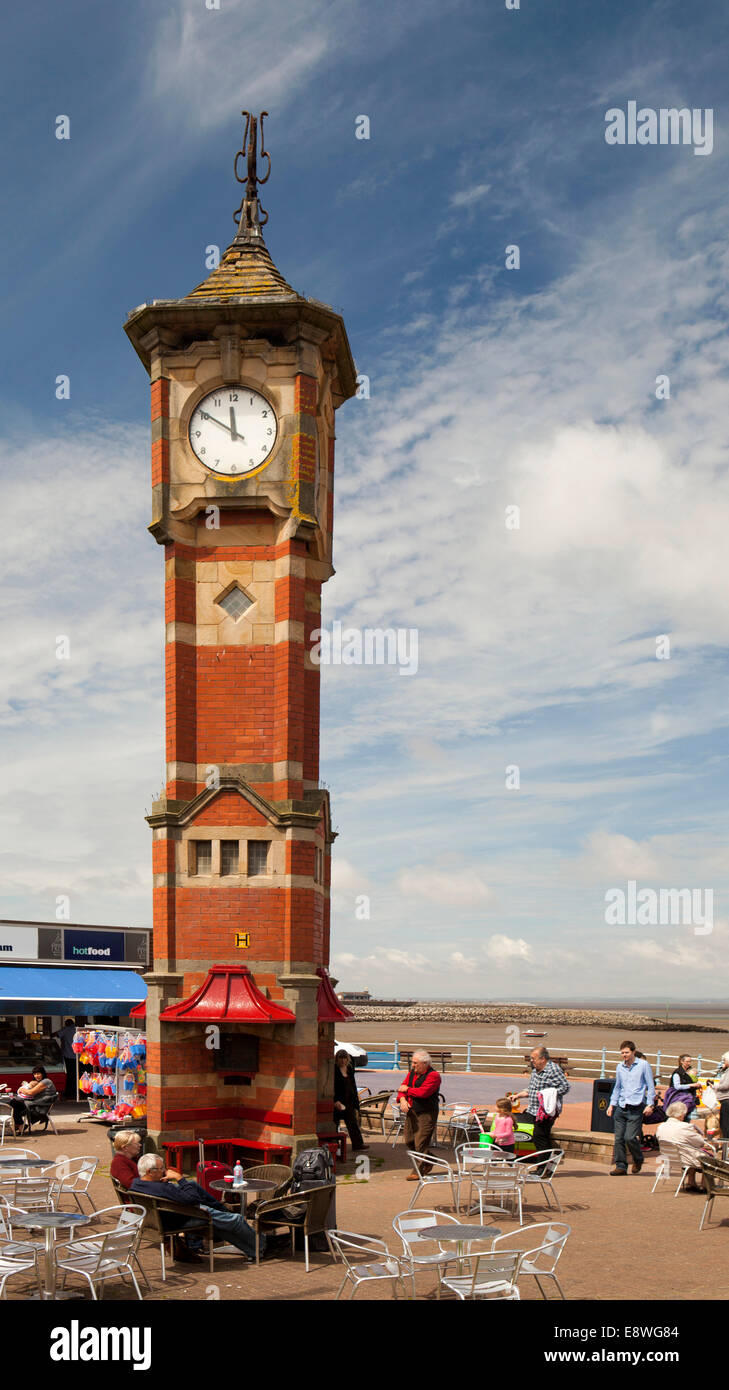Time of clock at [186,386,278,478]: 11:50
